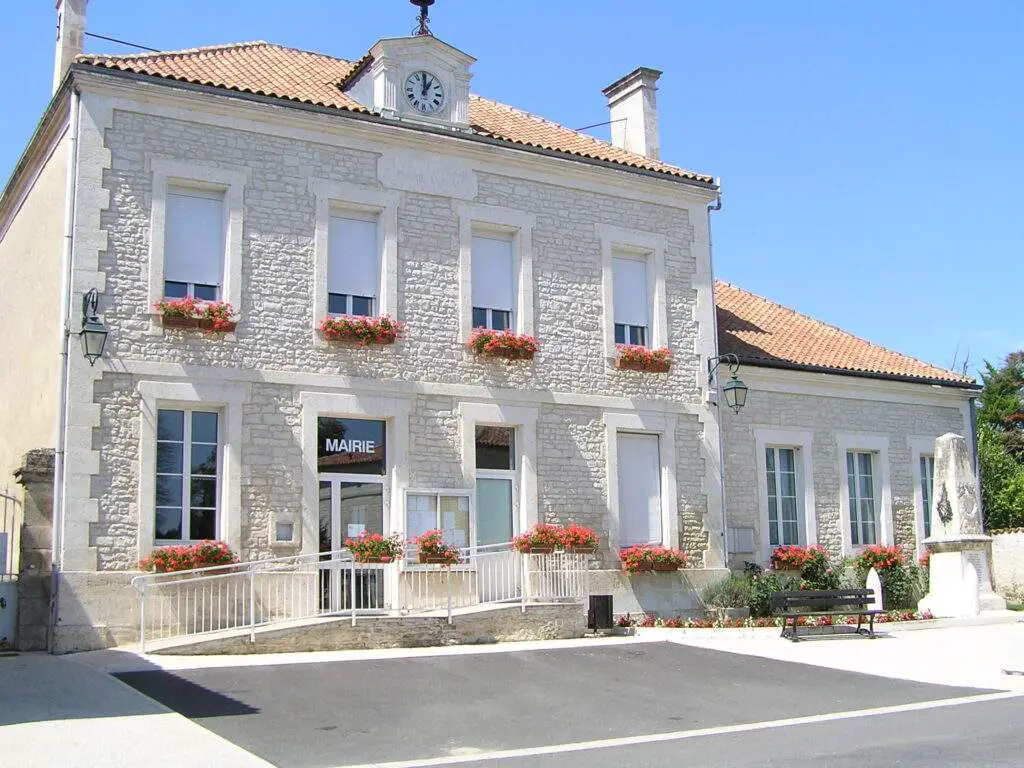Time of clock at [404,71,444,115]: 12:05
